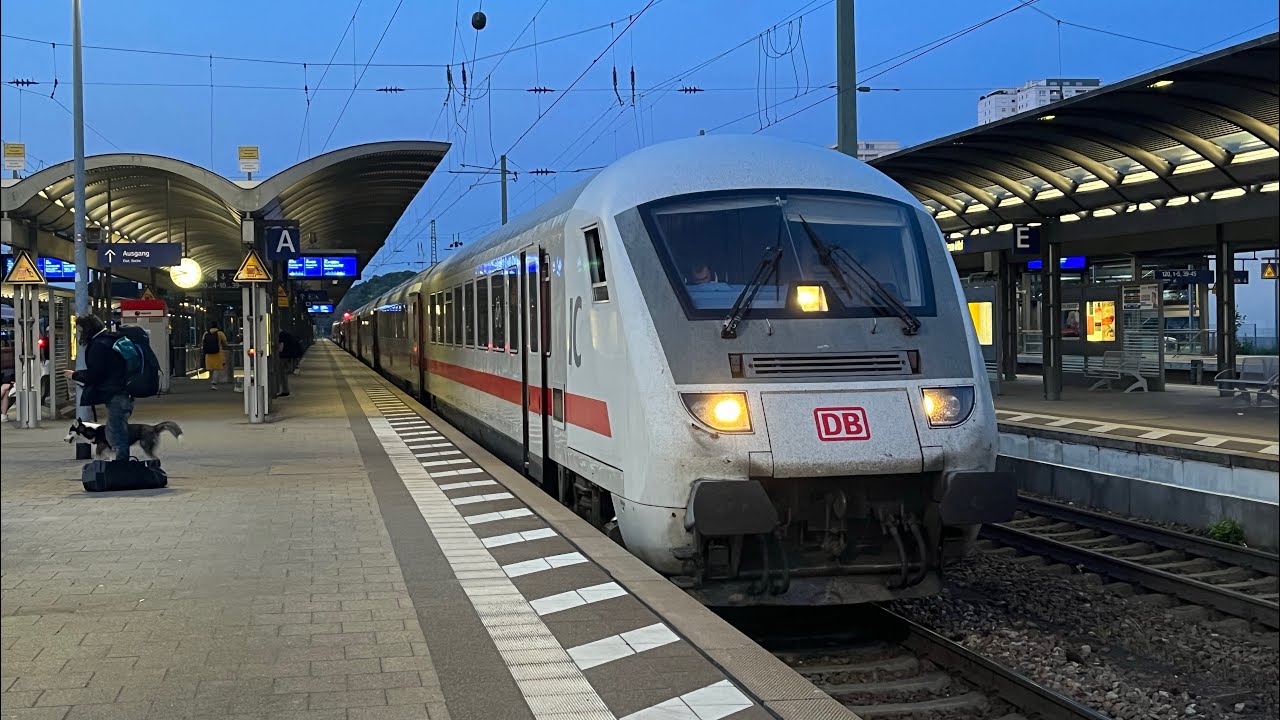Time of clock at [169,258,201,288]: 9:42
